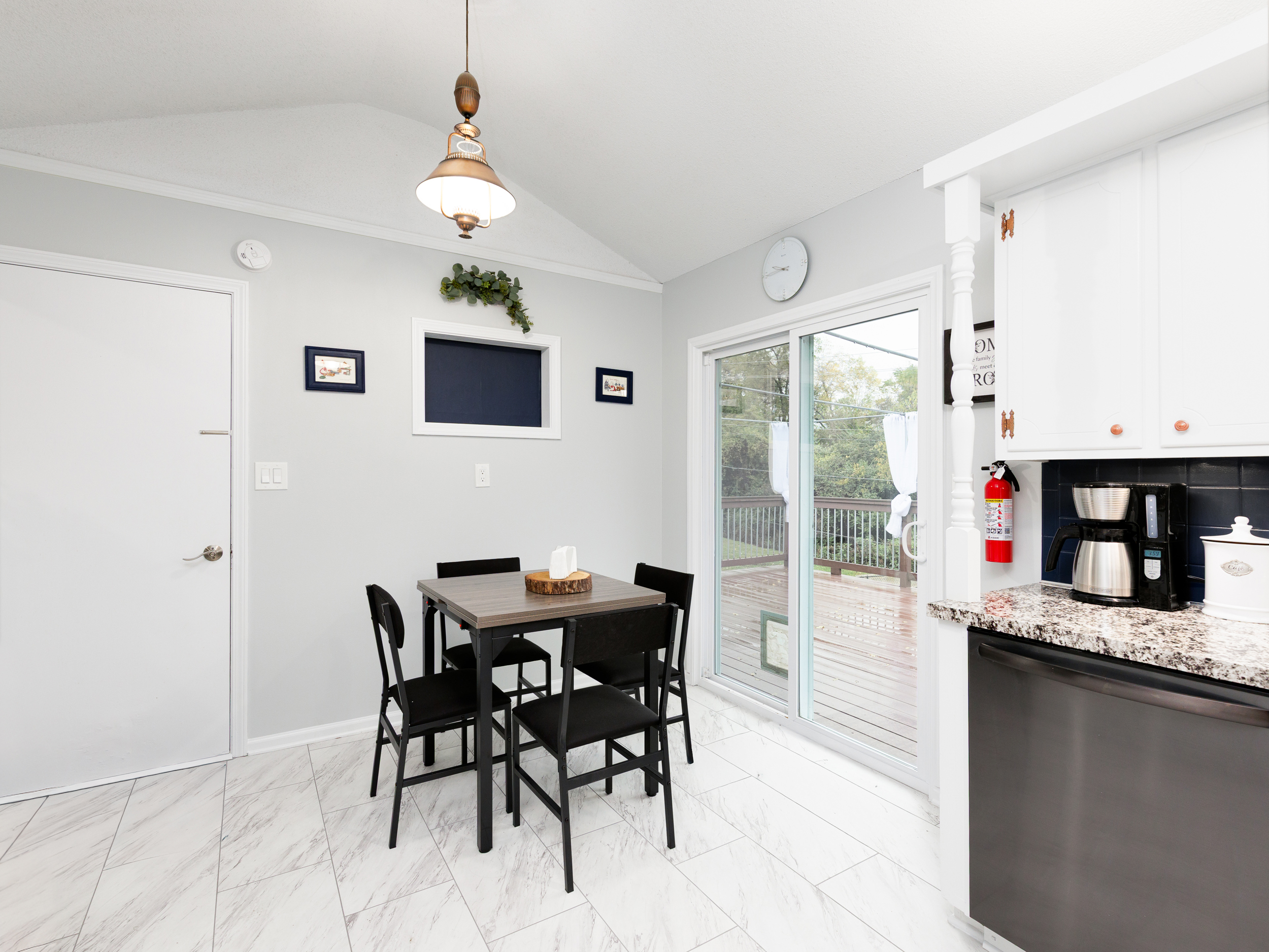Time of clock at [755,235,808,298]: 9:44
